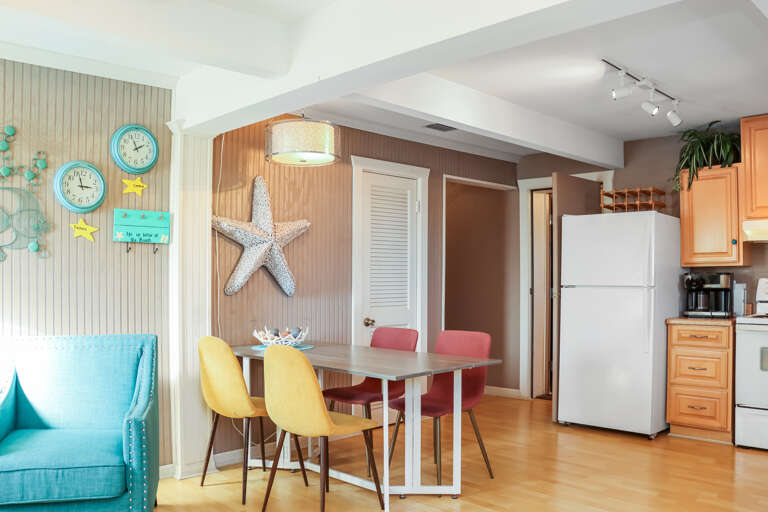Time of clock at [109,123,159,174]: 1:56
